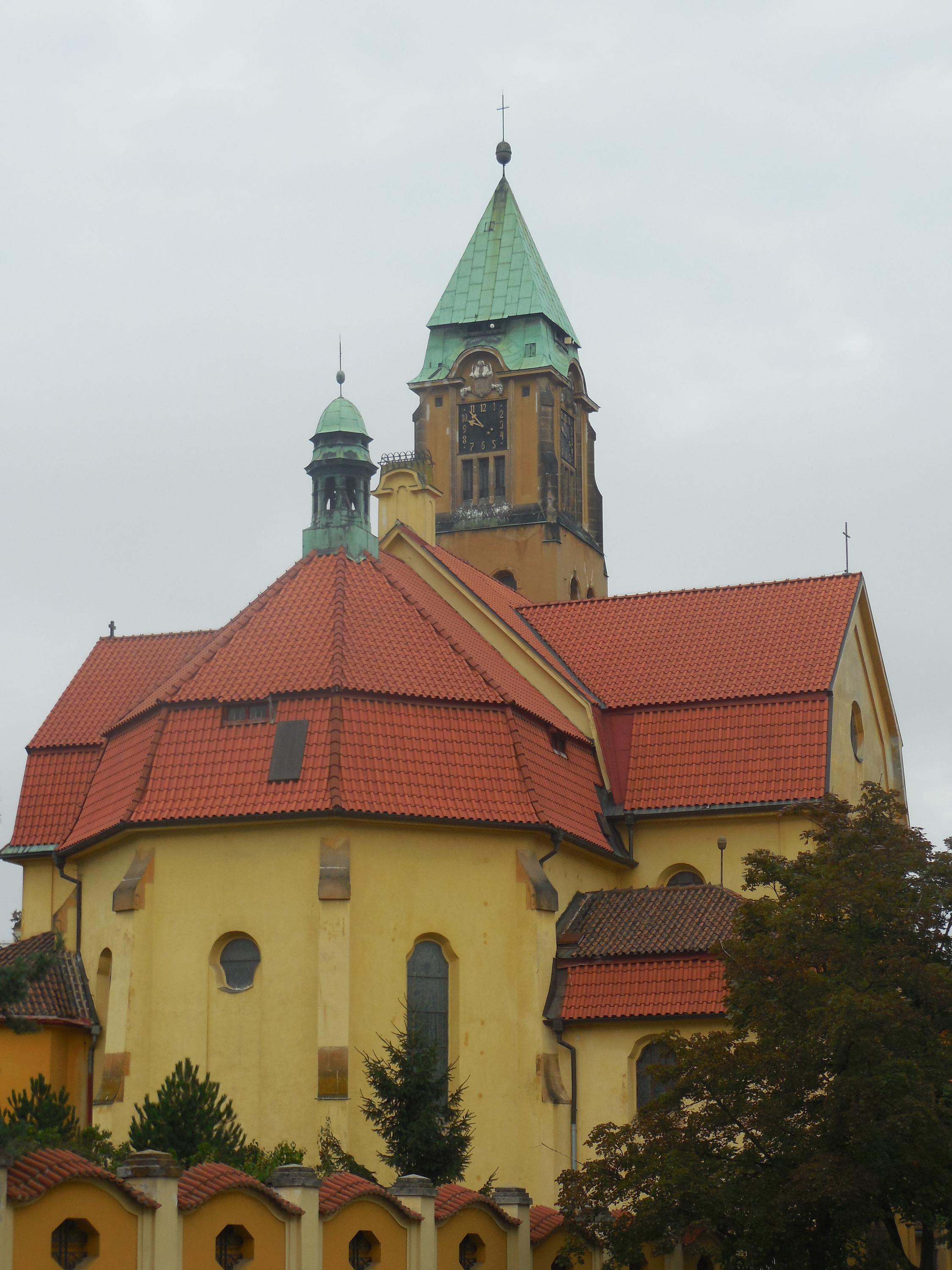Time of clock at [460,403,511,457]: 9:53
